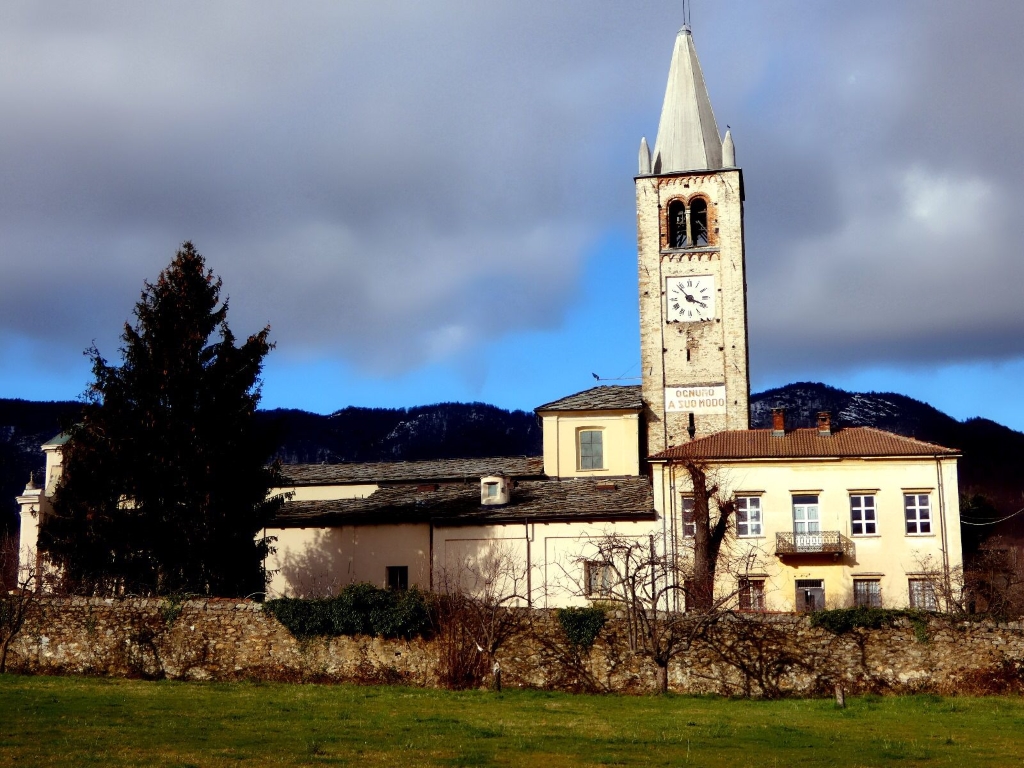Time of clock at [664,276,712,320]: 3:53
